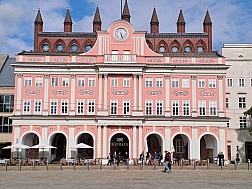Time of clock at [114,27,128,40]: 5:26
